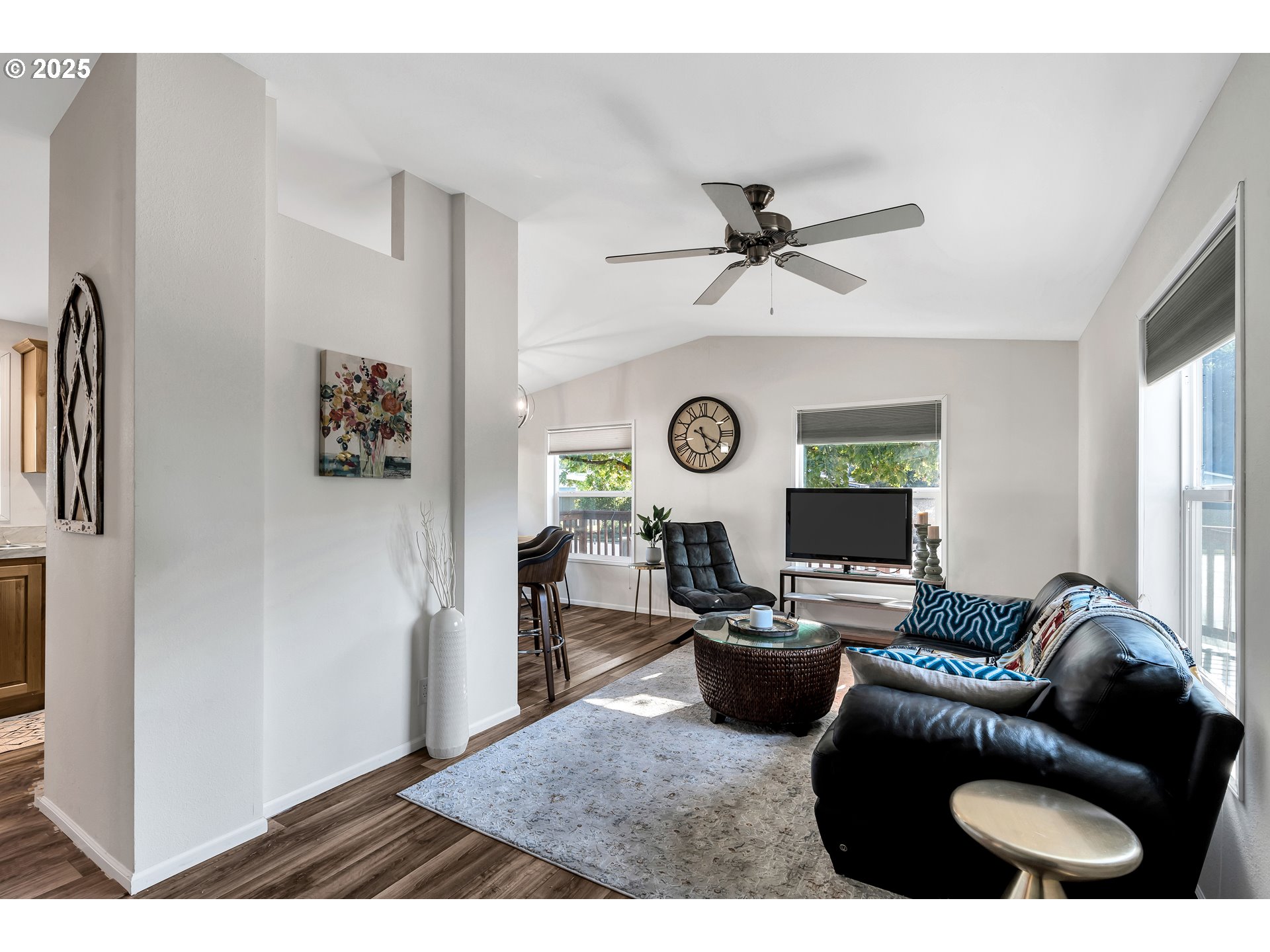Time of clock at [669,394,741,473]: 5:19
